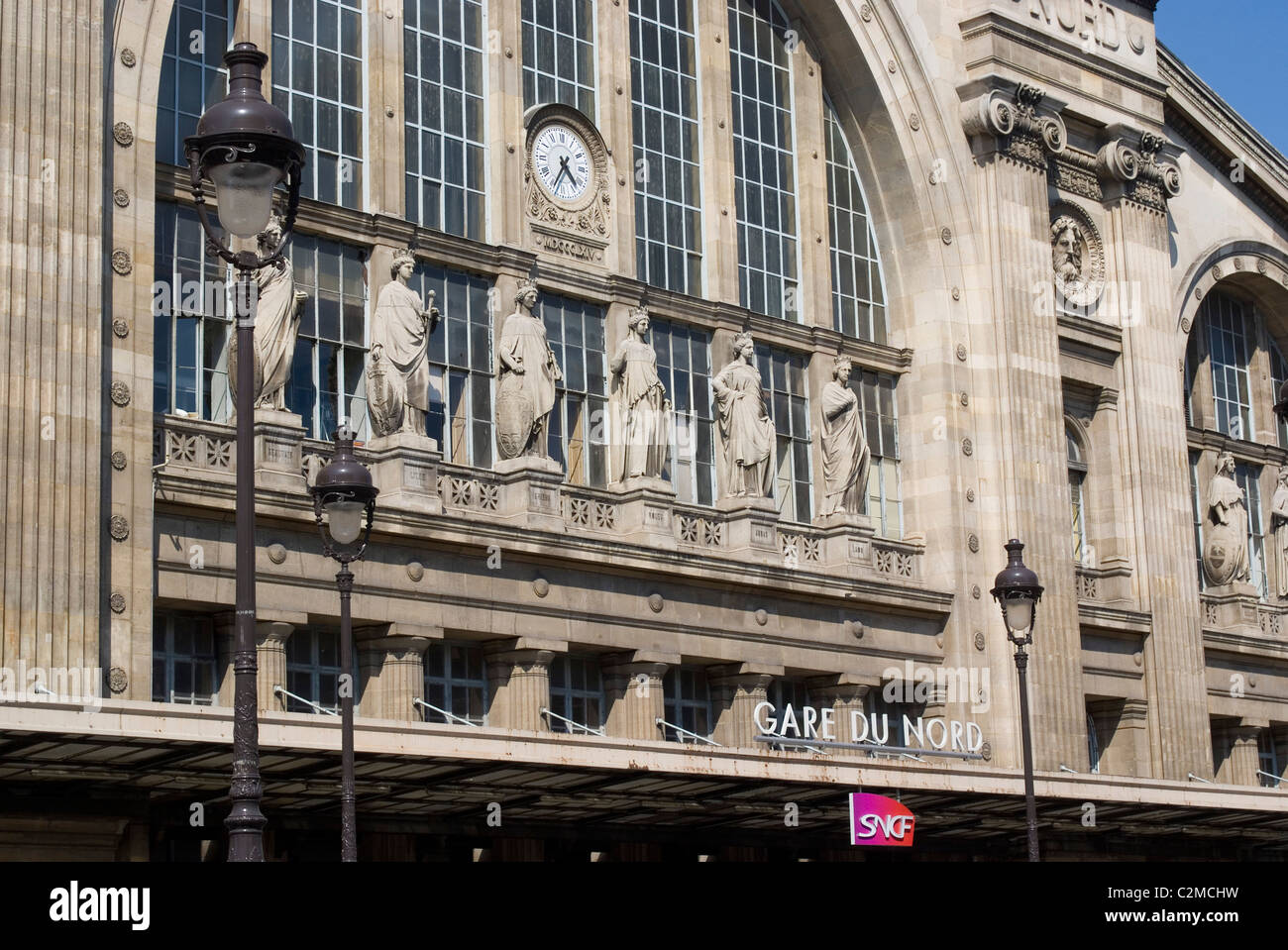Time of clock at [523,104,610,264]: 4:34
